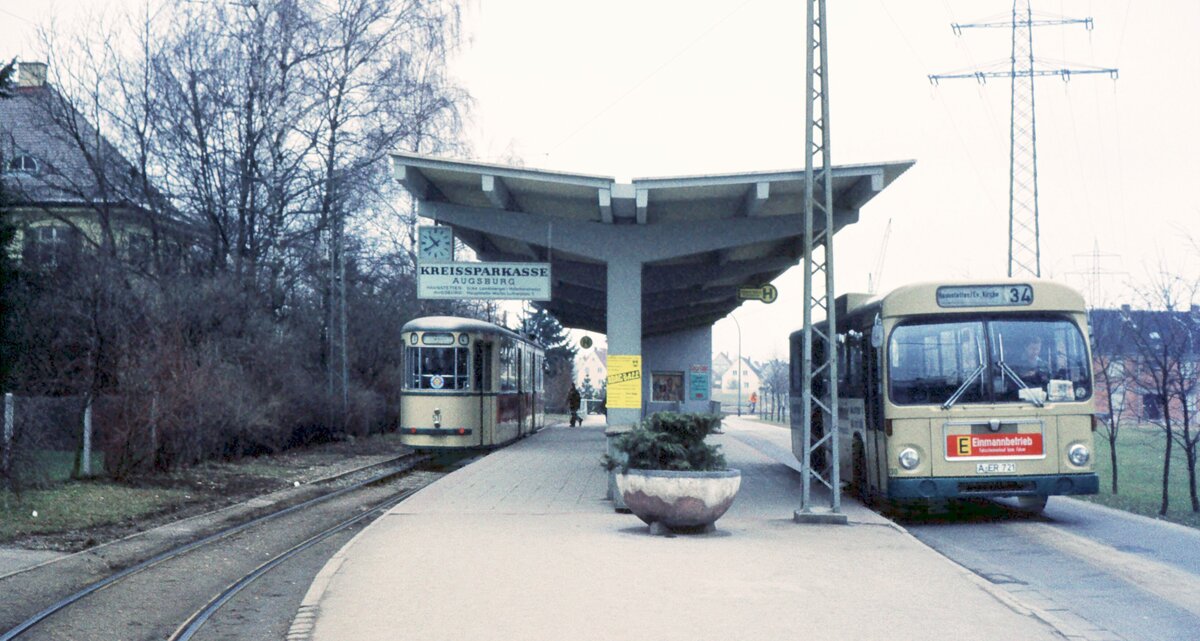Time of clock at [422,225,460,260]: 10:39
